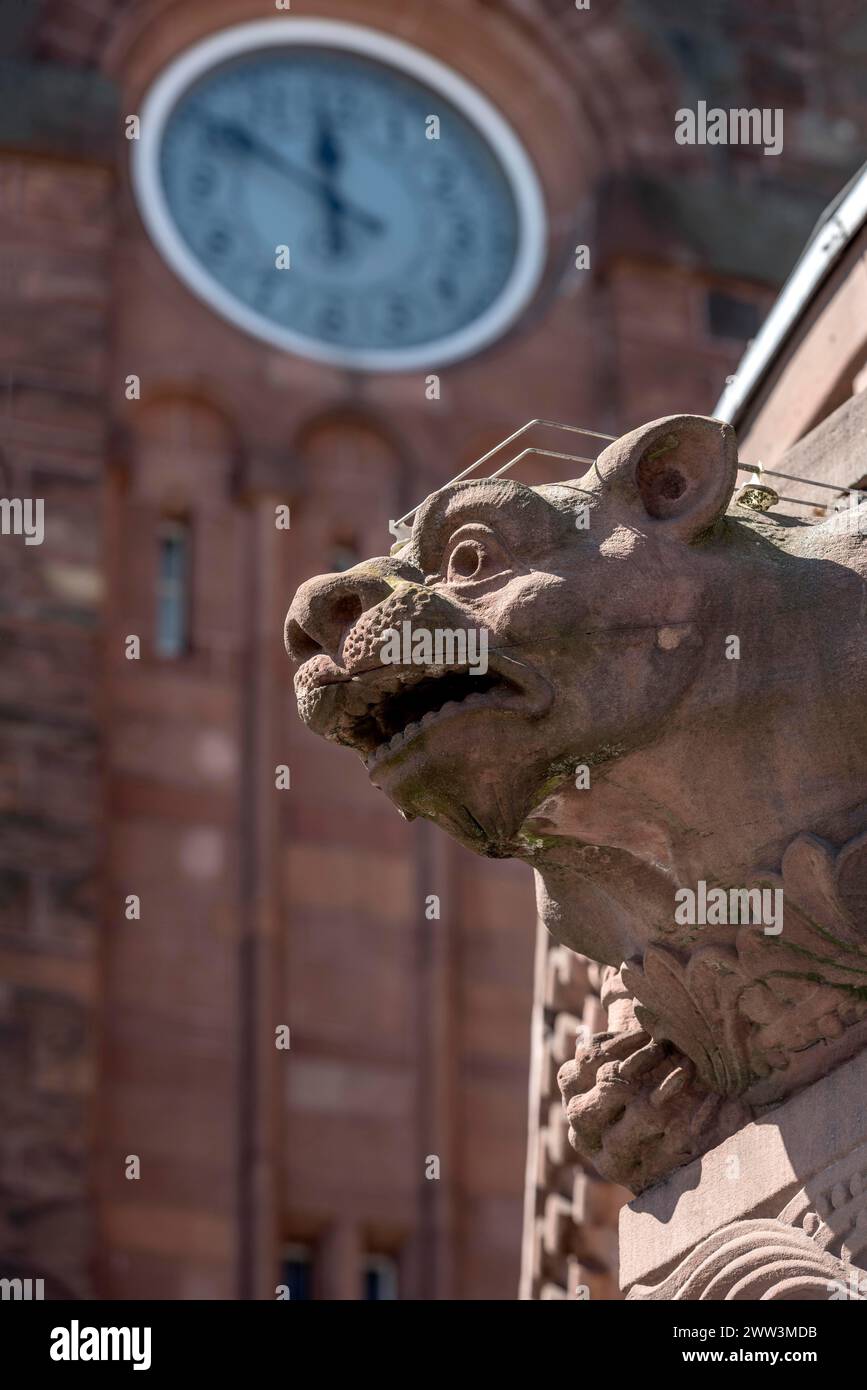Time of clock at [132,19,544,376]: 11:50
